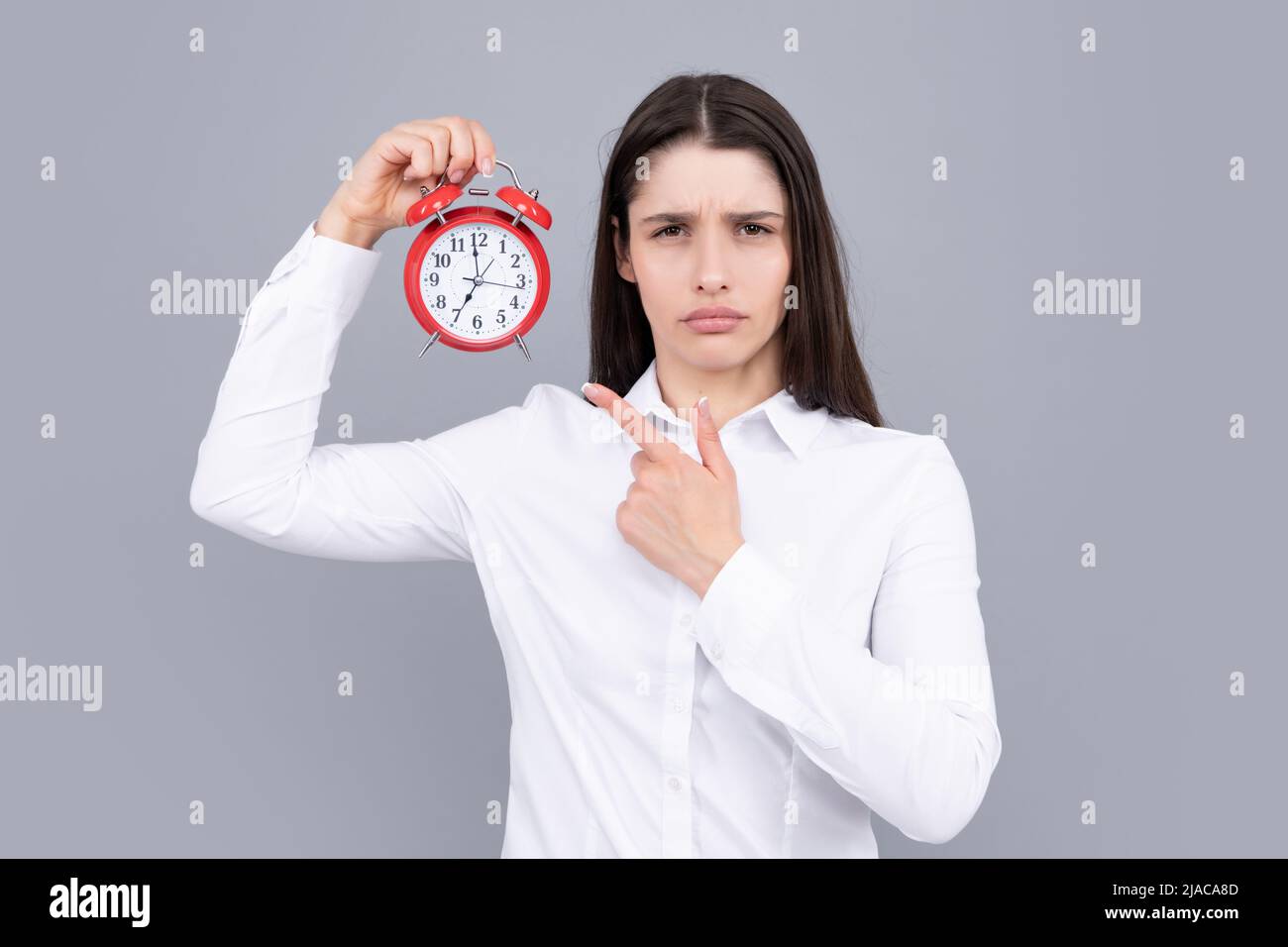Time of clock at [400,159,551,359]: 6:58
